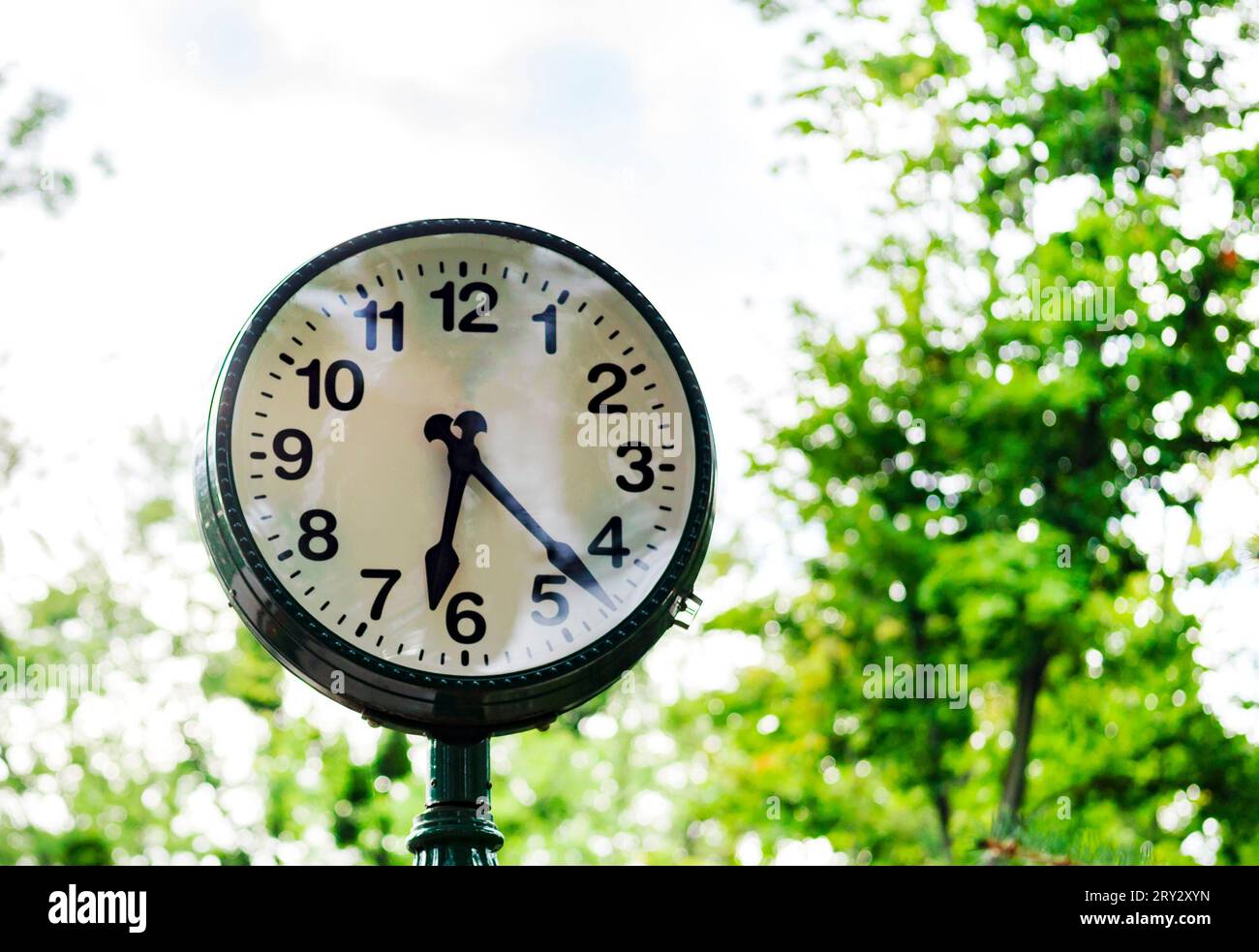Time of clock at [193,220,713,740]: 6:22
